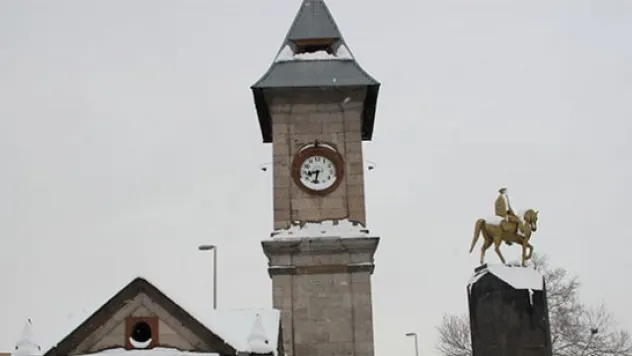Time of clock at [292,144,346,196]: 8:32
